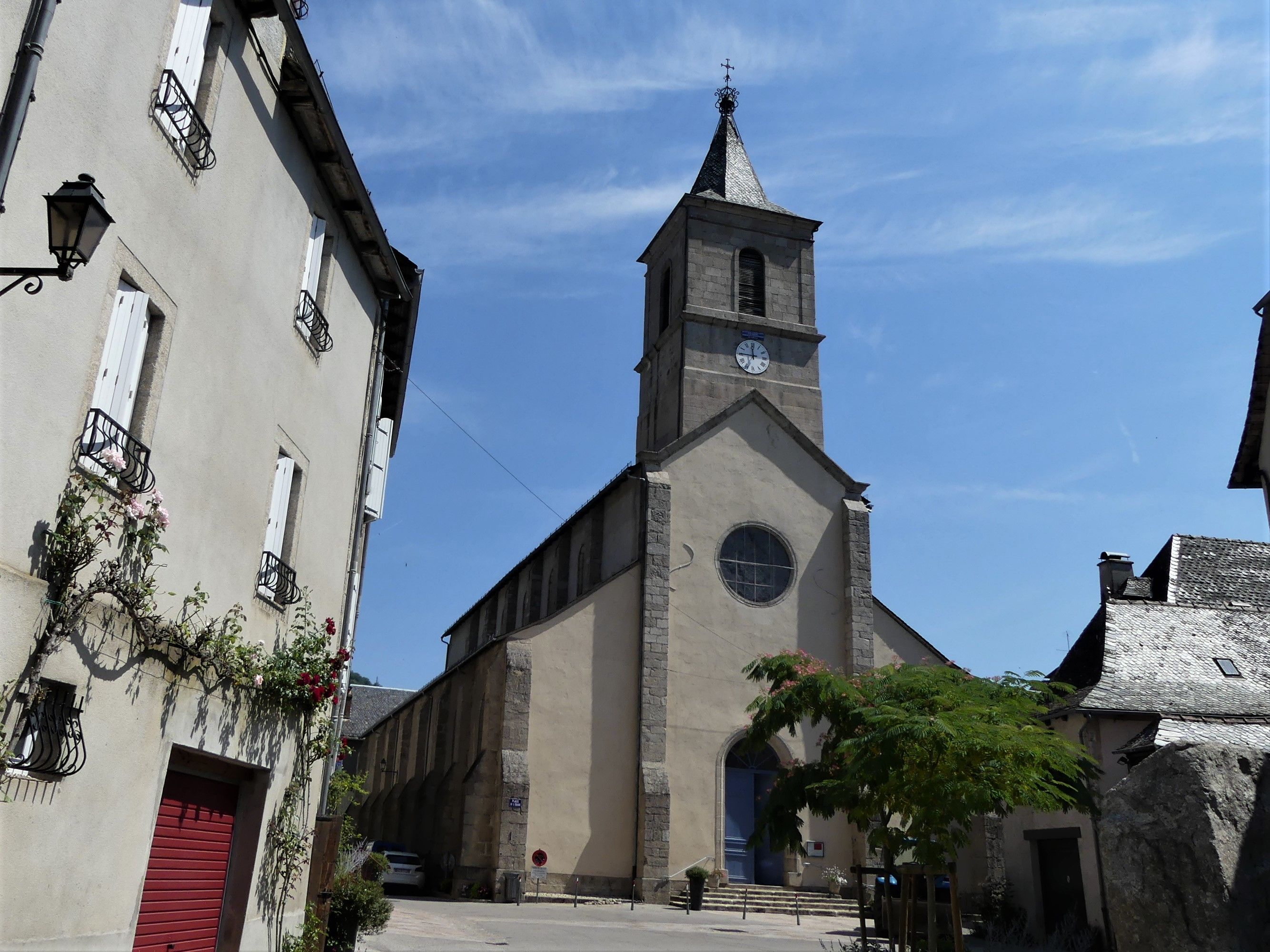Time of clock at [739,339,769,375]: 11:45
